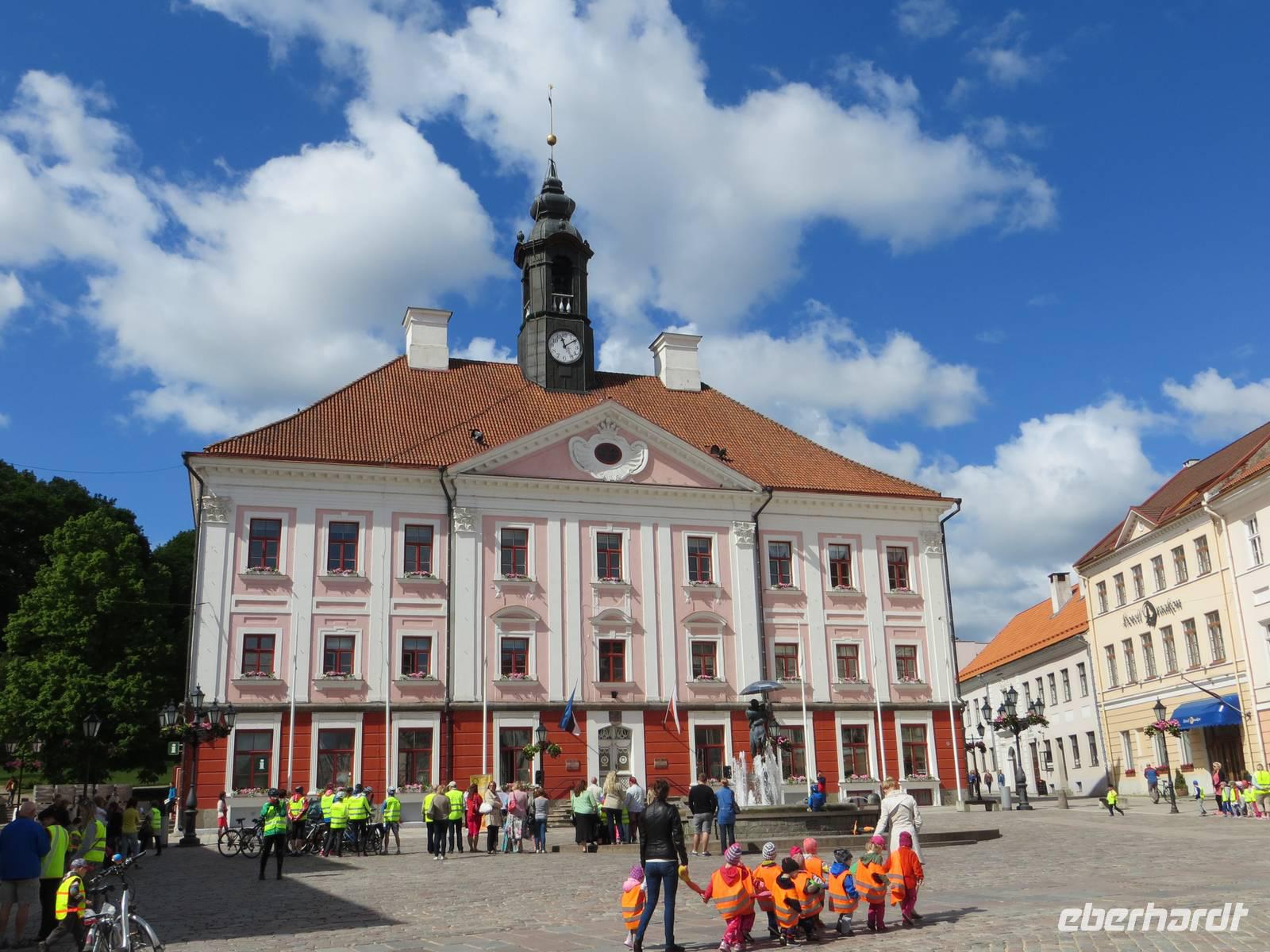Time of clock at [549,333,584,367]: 11:09
